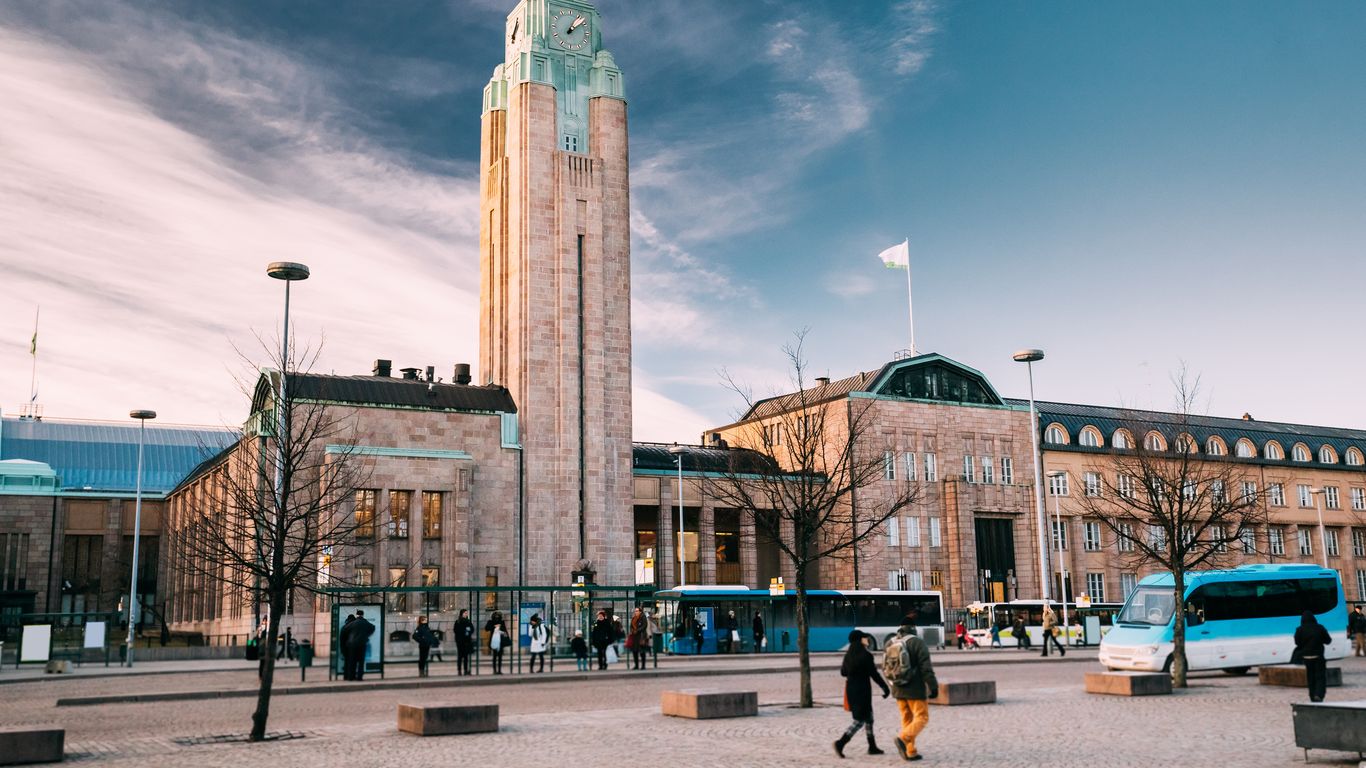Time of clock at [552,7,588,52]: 1:08
